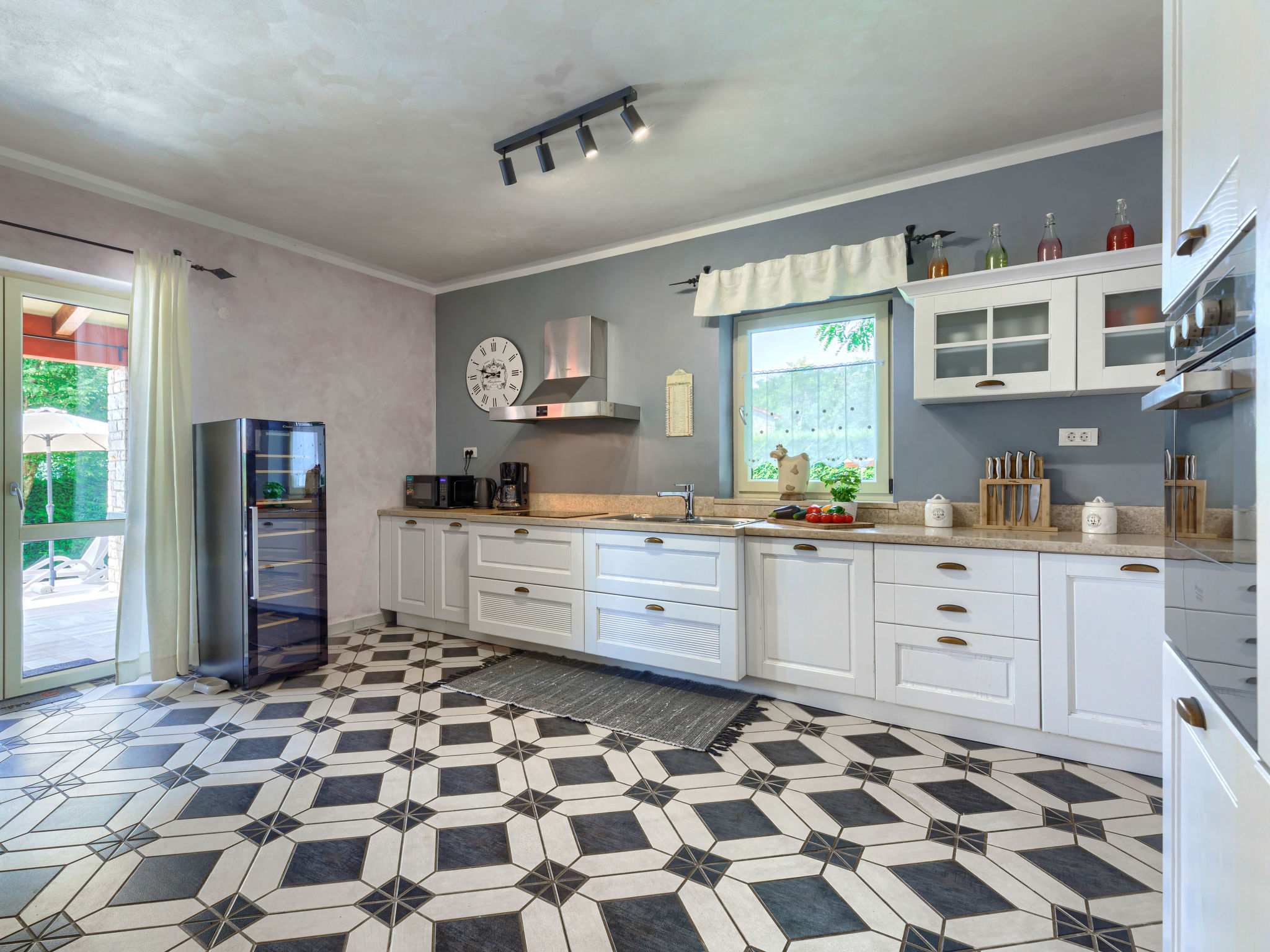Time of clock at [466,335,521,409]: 8:47
